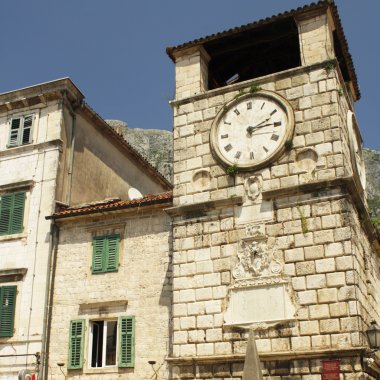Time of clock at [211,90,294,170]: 2:14
